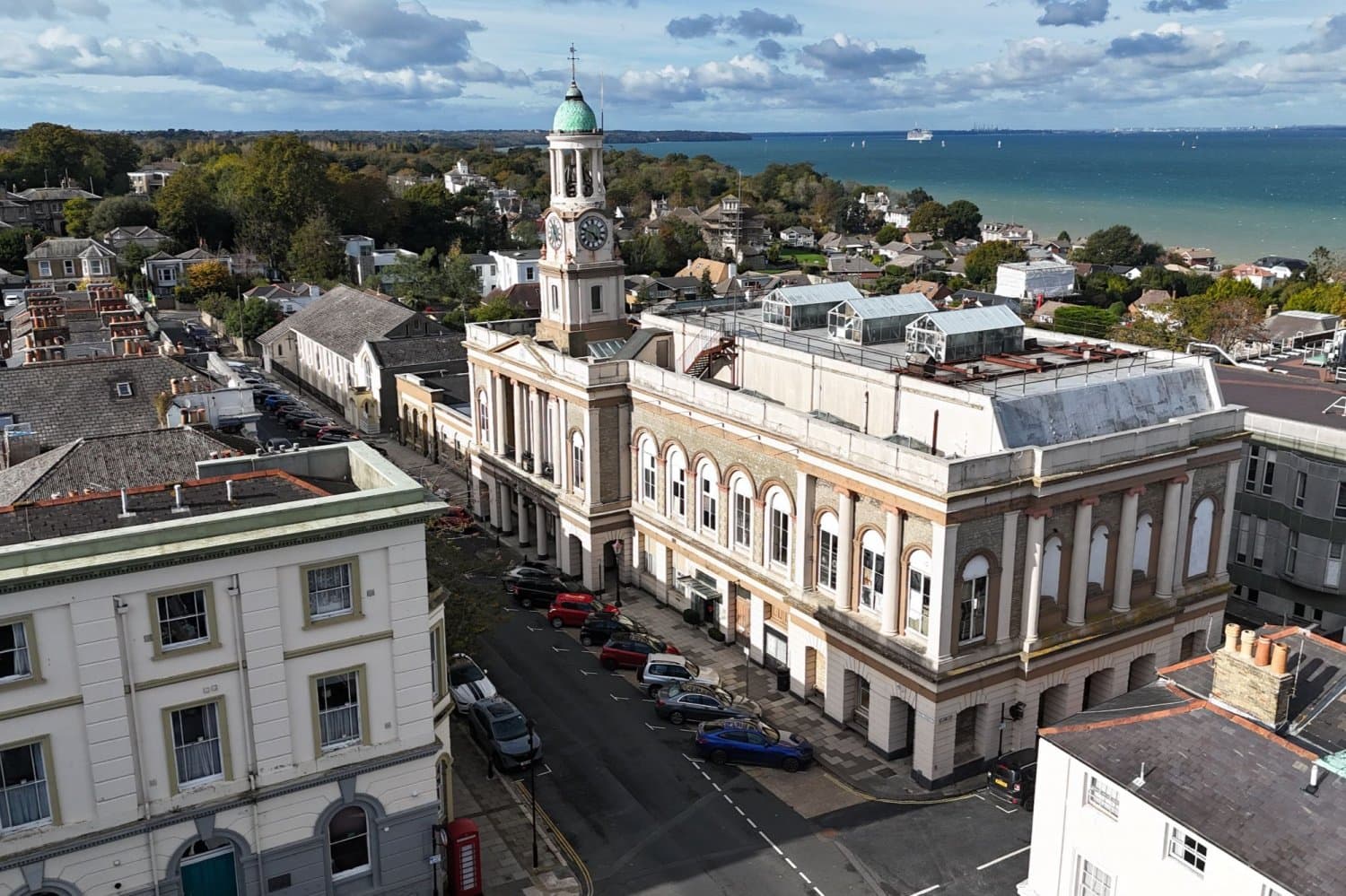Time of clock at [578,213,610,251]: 4:48
